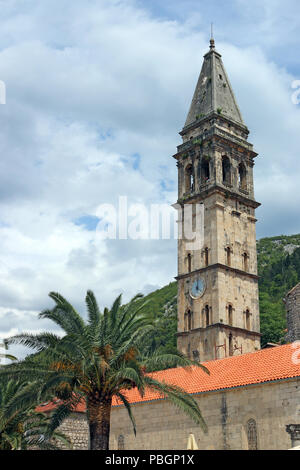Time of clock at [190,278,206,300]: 4:01
